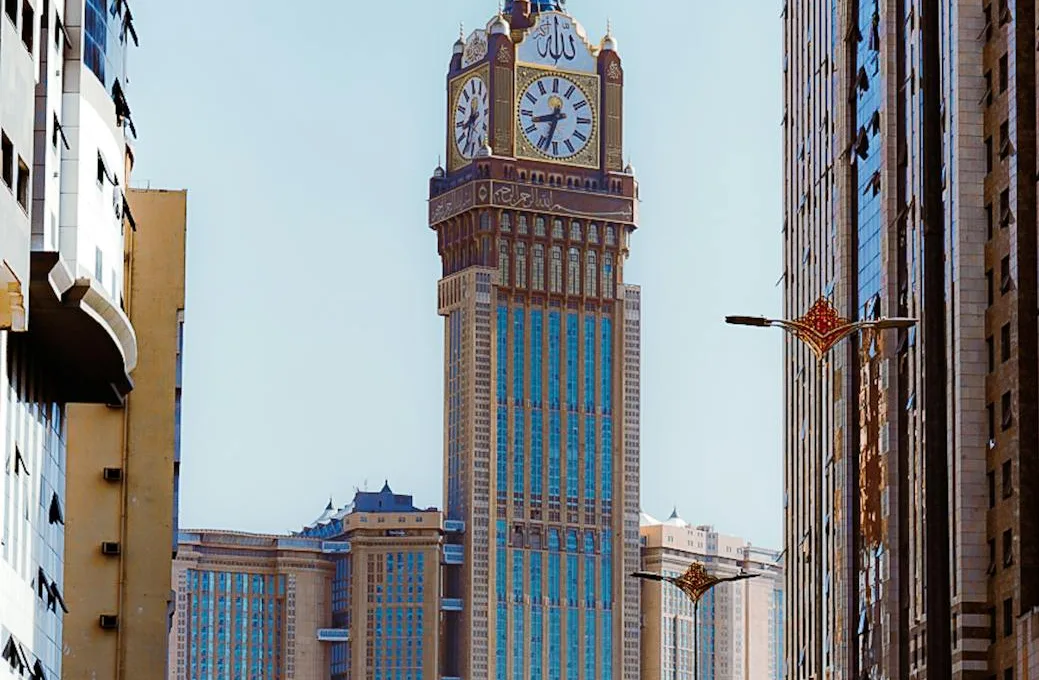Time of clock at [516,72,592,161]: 8:32
